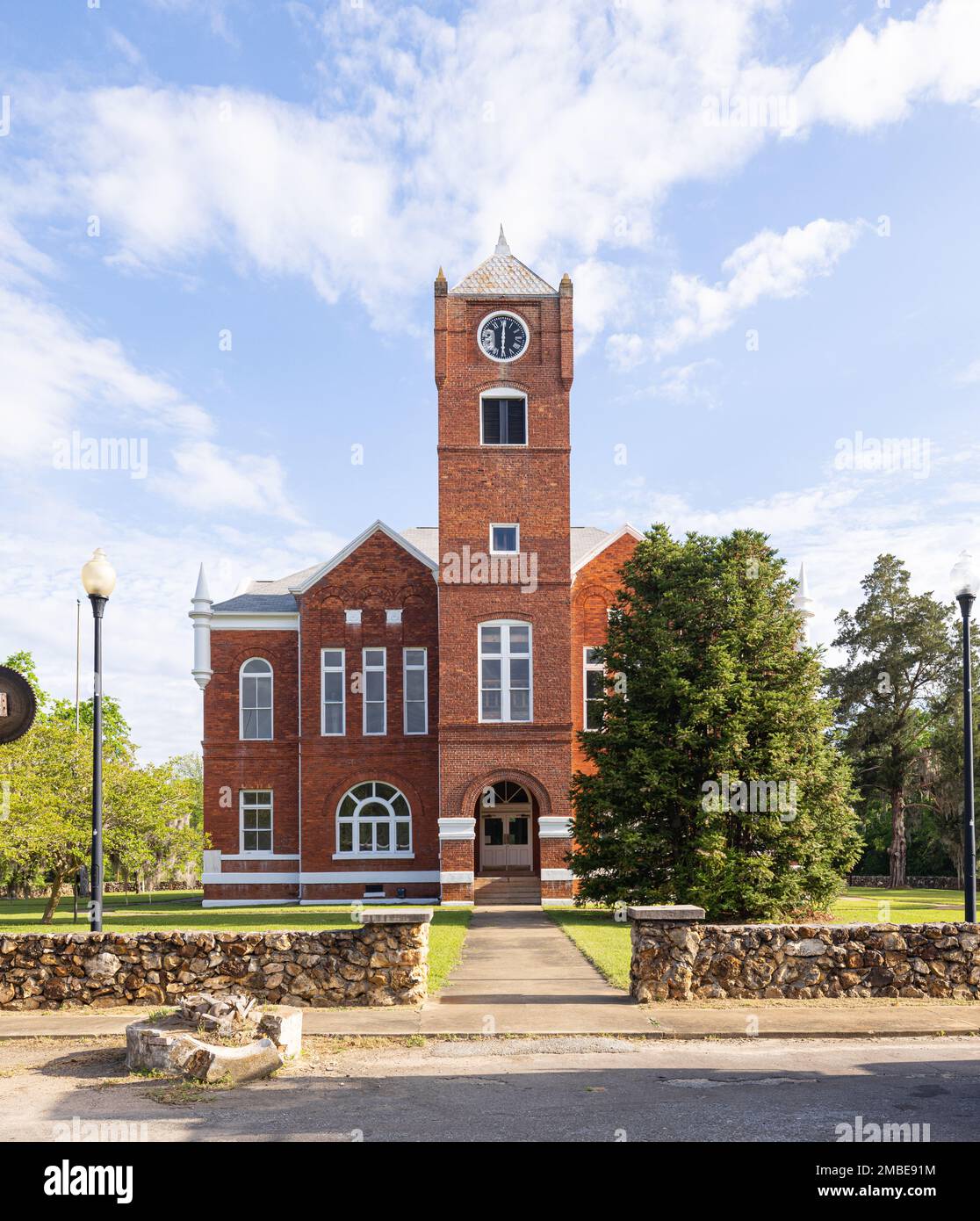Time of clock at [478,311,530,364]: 6:00
